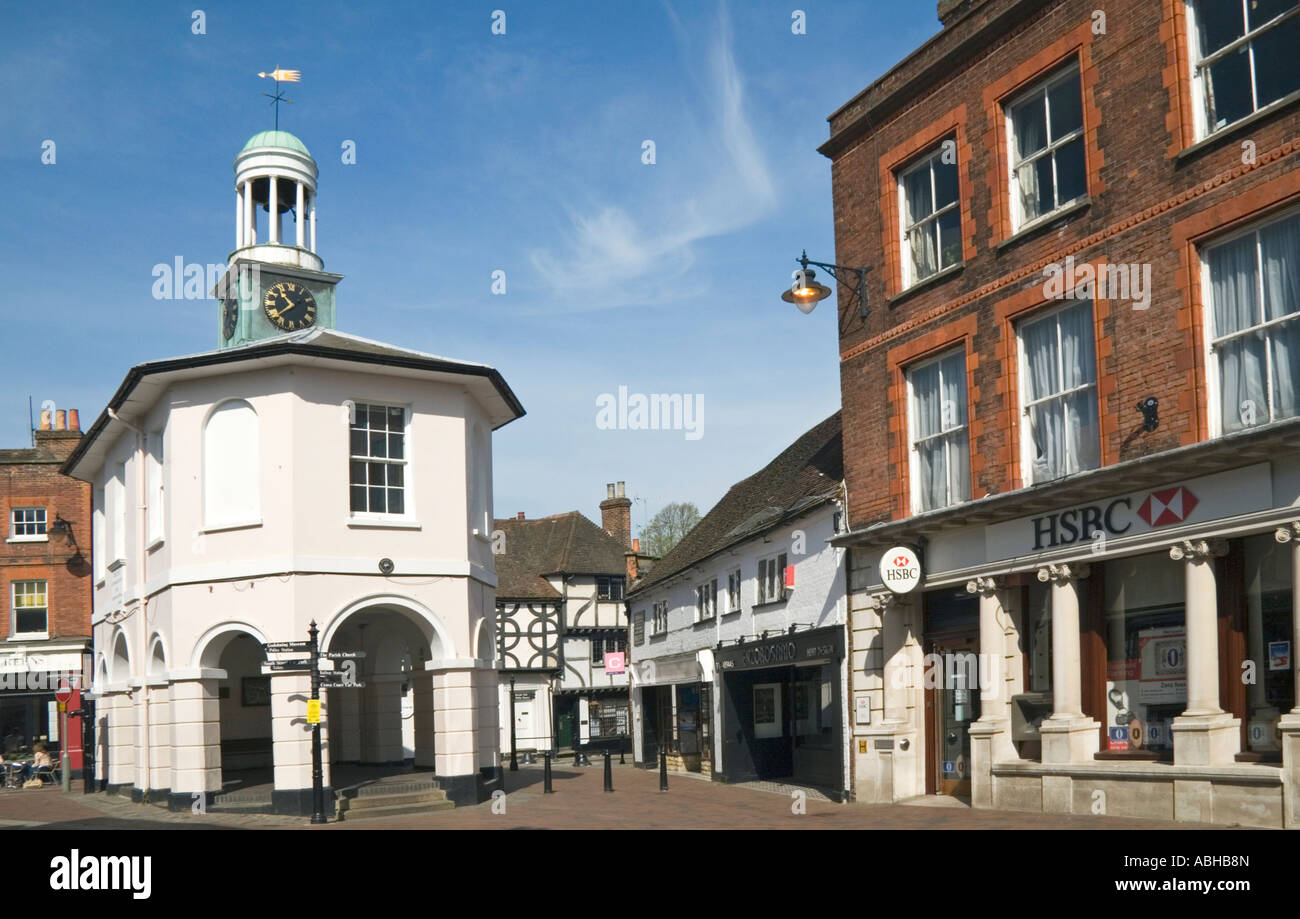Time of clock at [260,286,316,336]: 10:38
